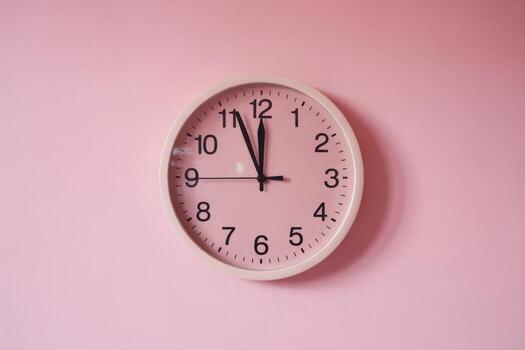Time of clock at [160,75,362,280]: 11:56
